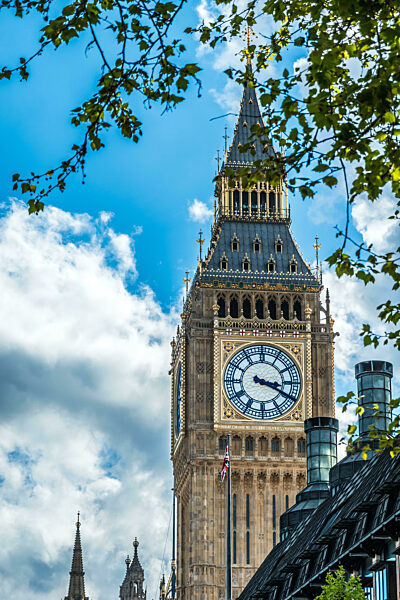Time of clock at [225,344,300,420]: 3:19
